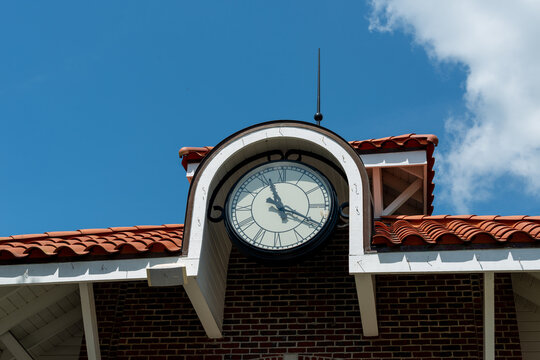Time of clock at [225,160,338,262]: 11:19
